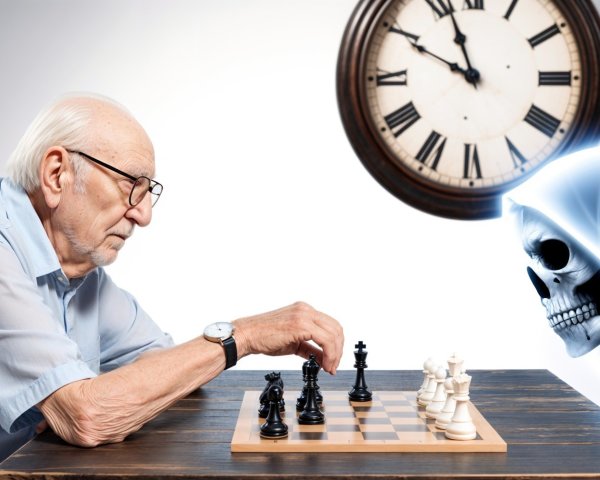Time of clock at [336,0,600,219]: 9:56
